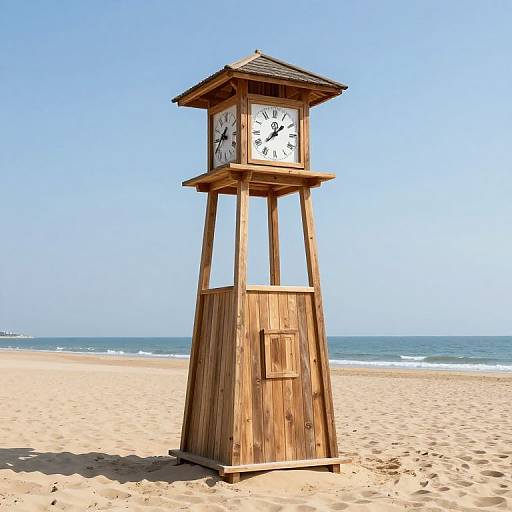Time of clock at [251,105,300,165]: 1:37
